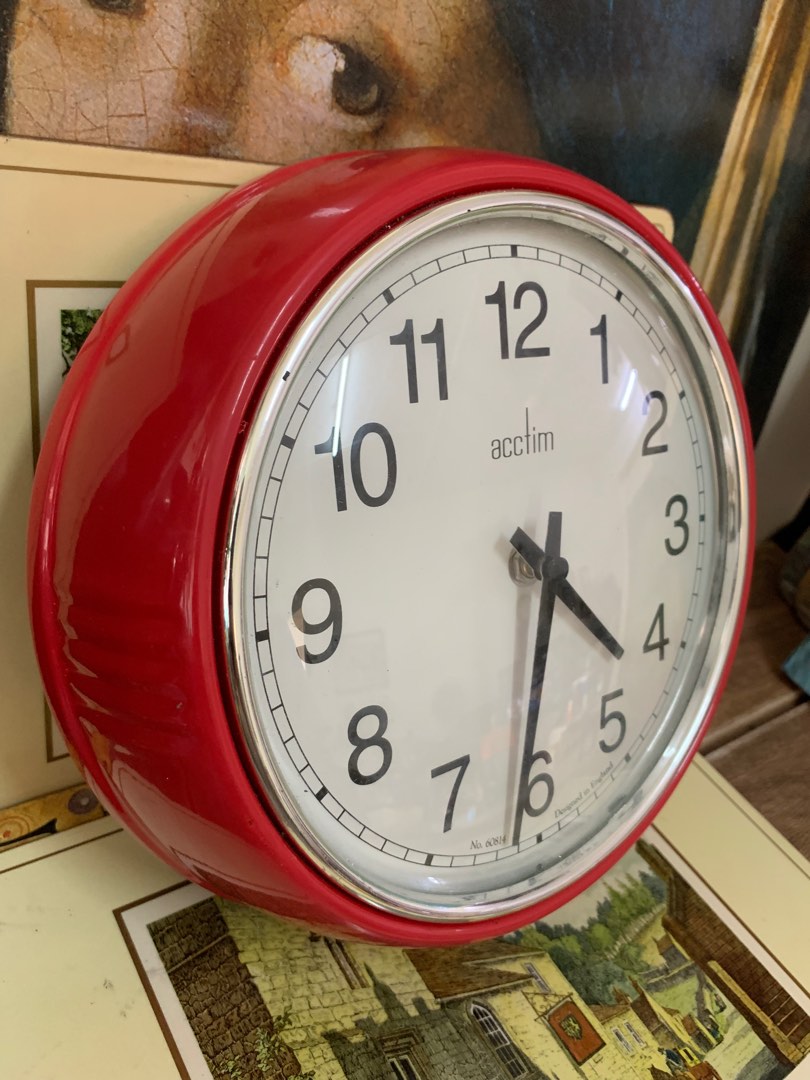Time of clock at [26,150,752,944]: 4:31
